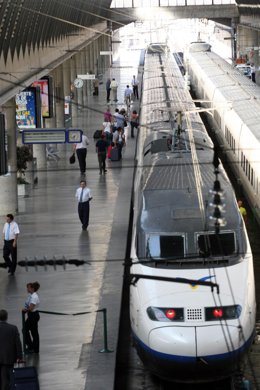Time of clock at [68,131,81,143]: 7:32
